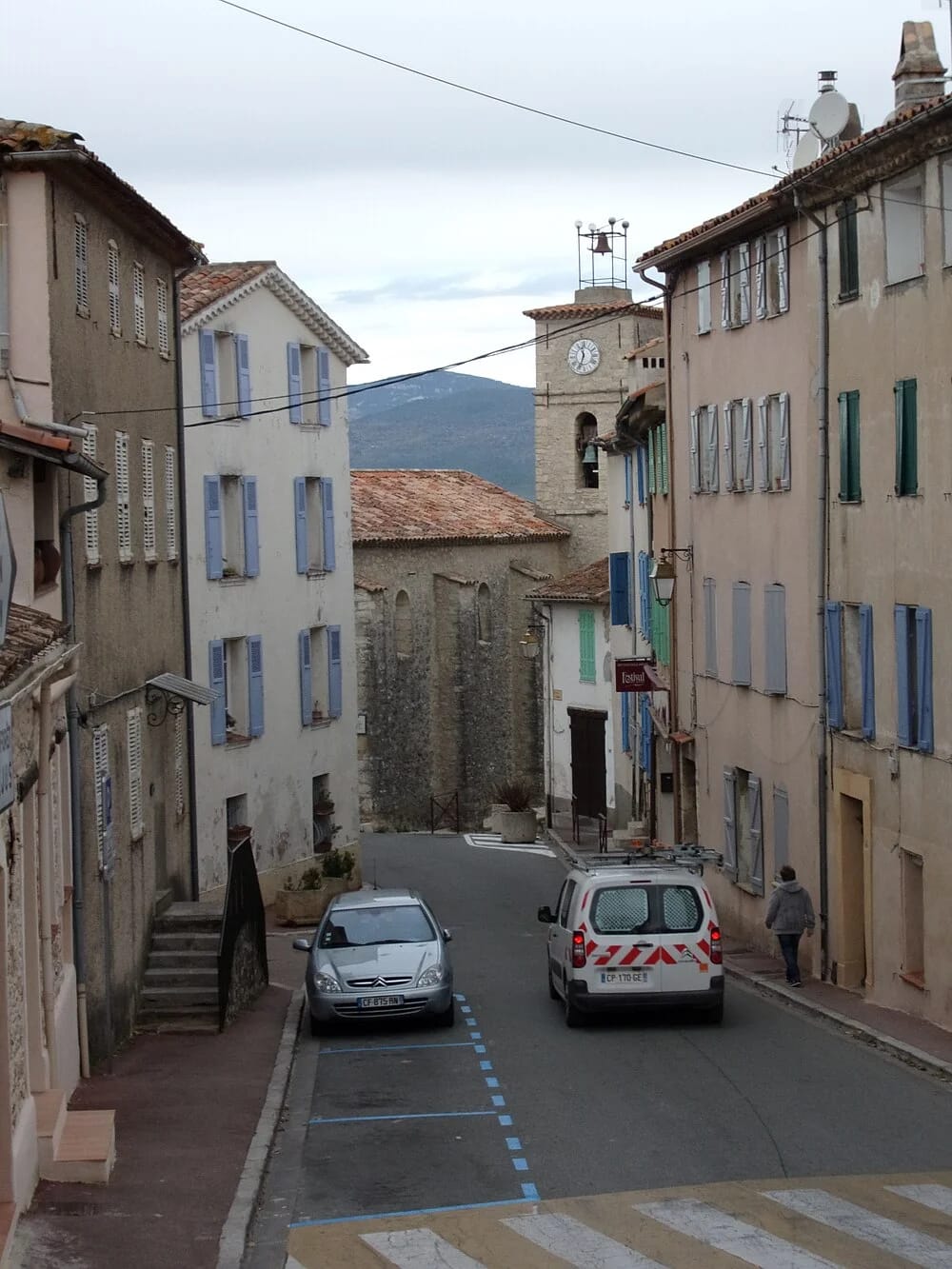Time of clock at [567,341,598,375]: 11:33
